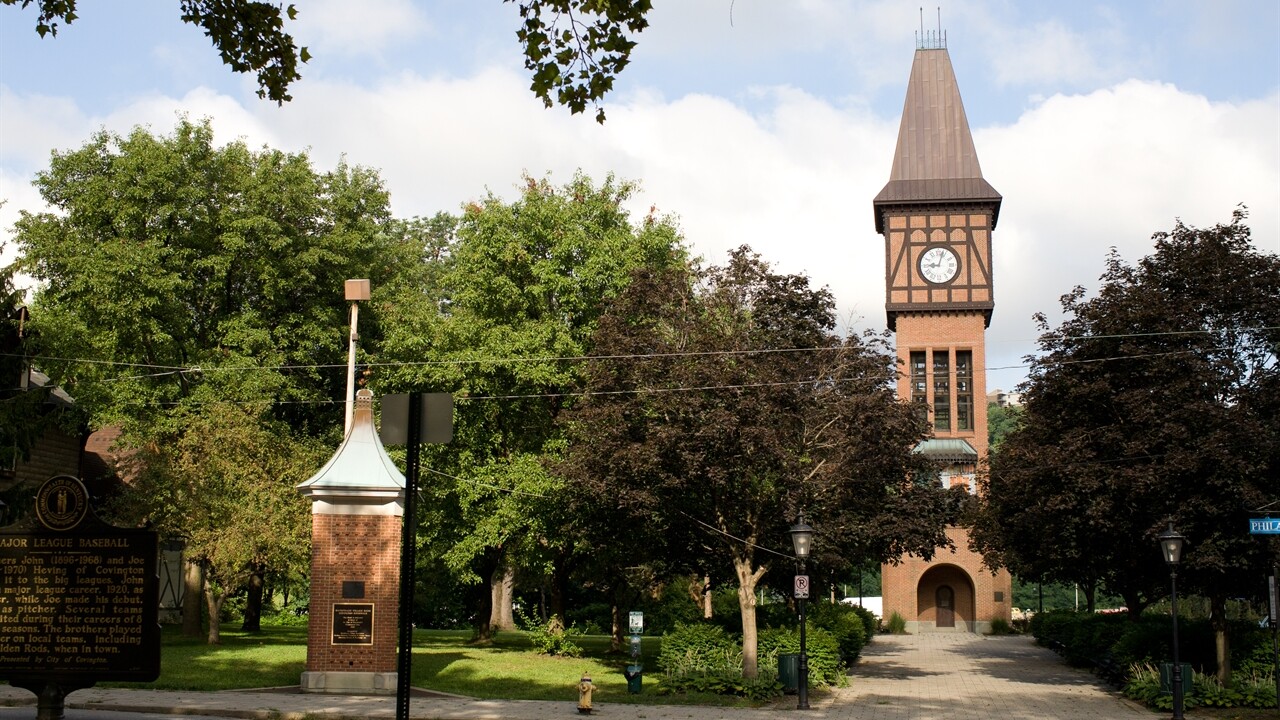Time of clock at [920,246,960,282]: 9:03
